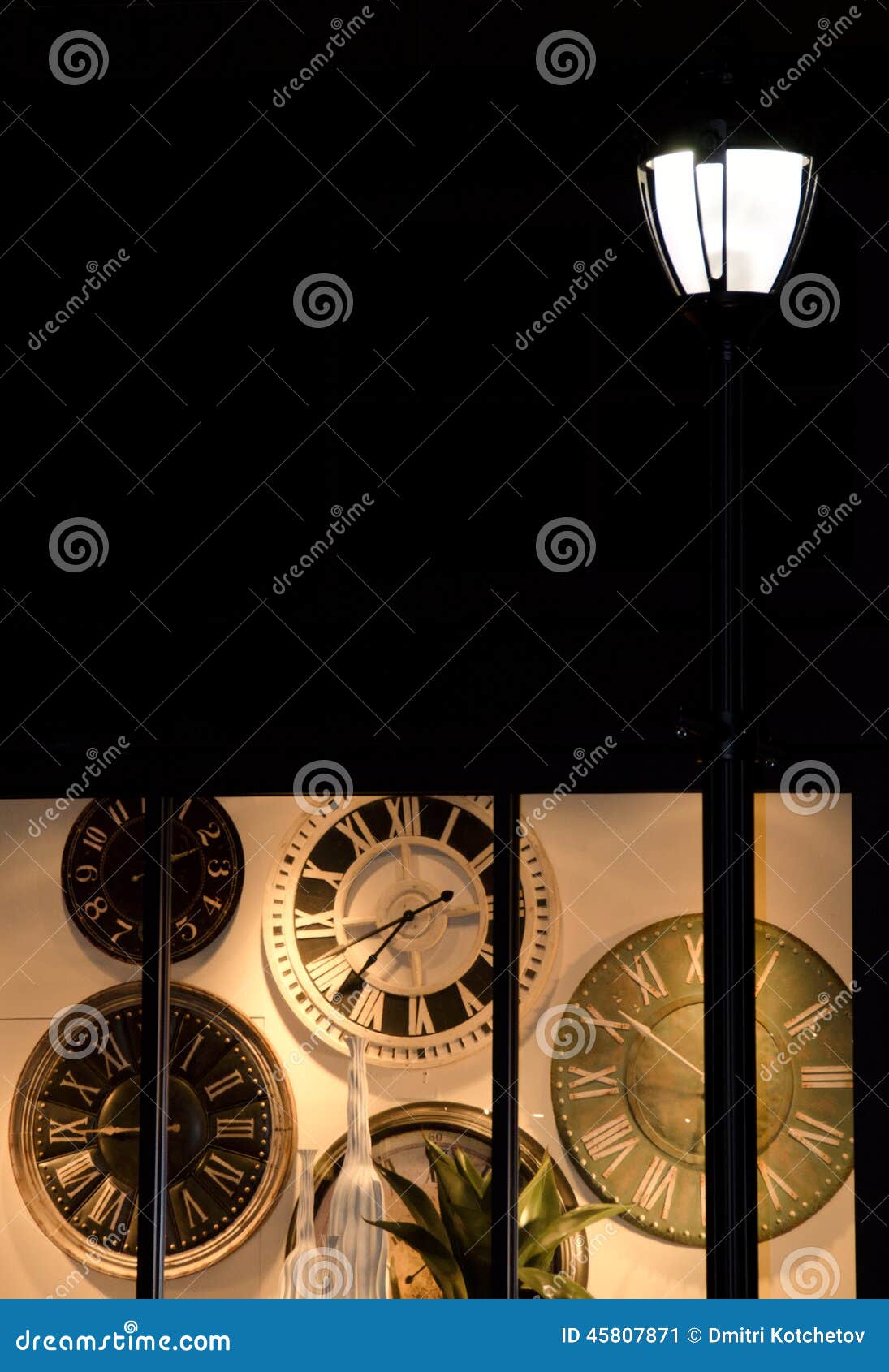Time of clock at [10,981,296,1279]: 6:00
